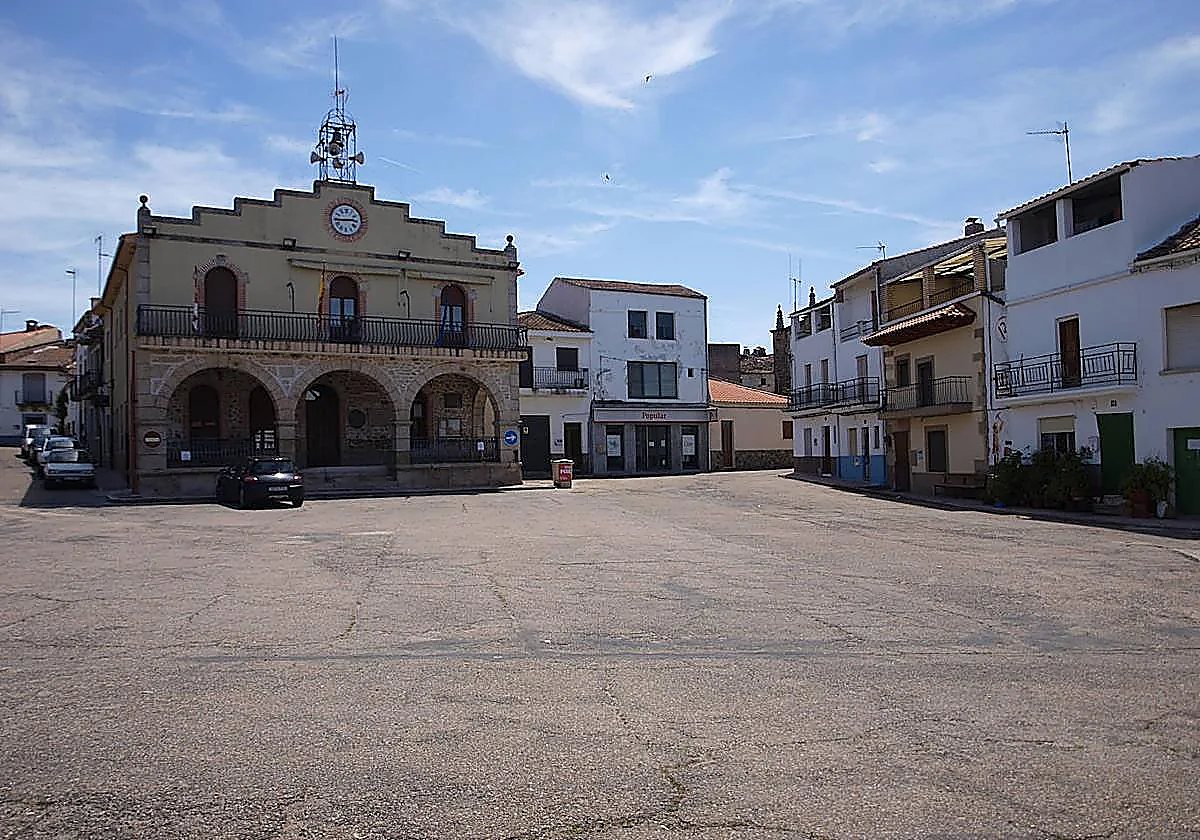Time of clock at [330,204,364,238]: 2:44
